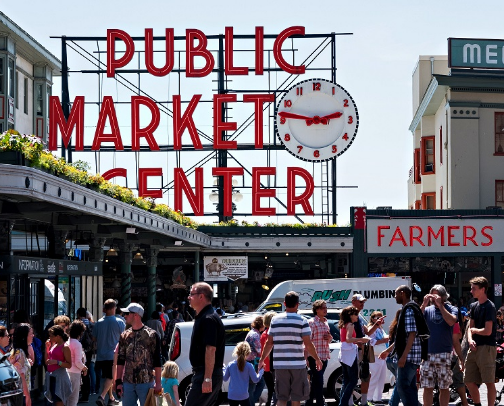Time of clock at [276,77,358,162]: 2:46
